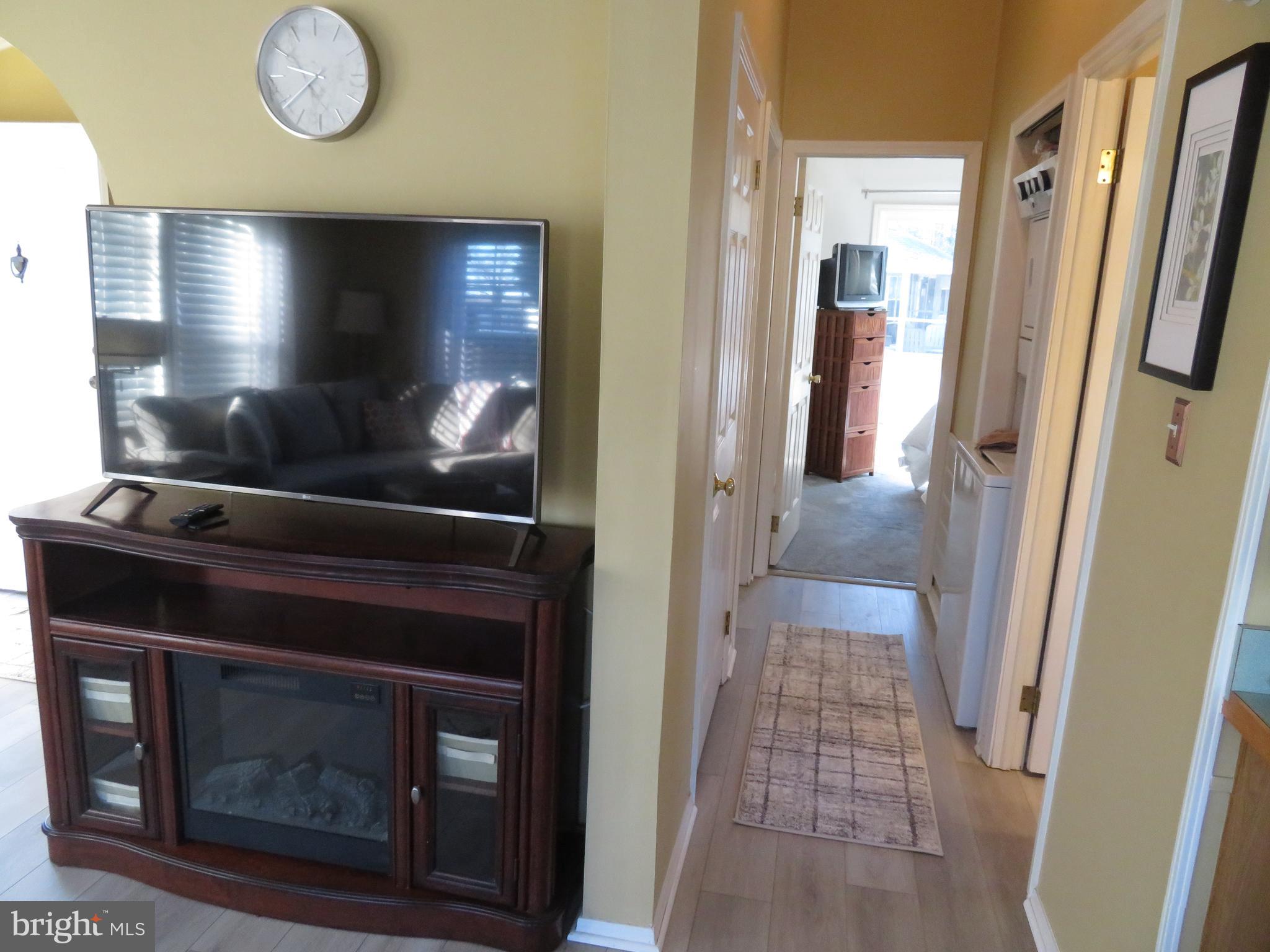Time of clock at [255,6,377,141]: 9:39
